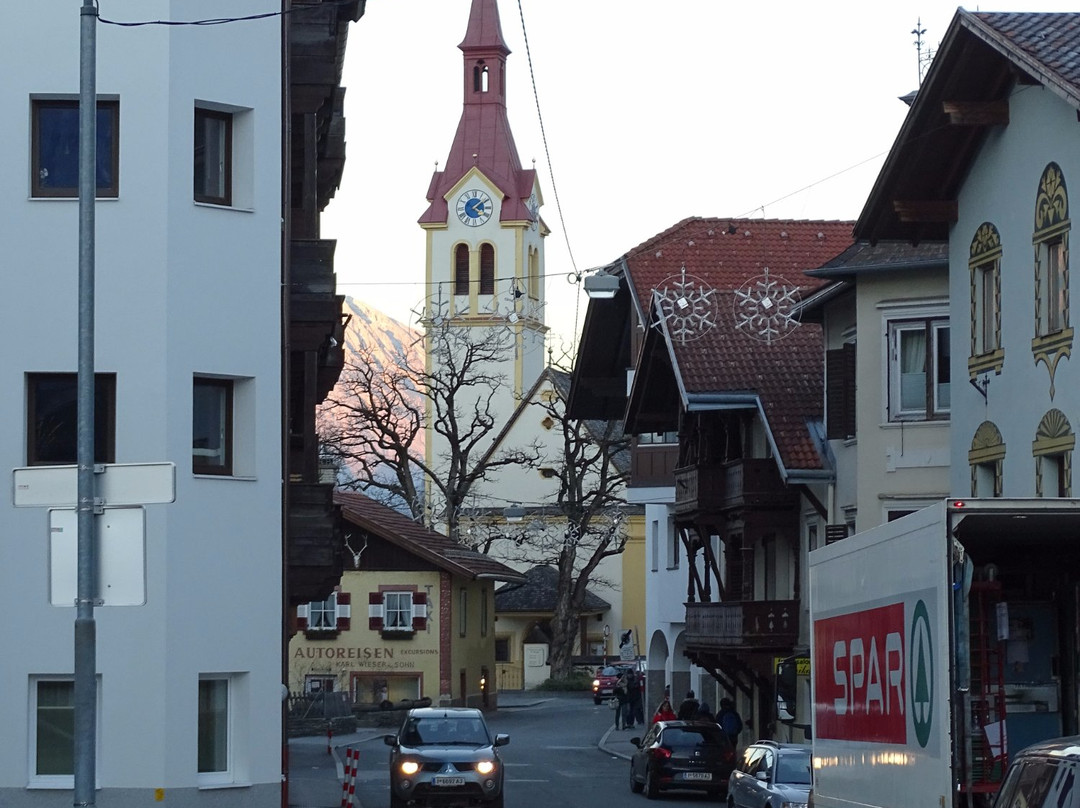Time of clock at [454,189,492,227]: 4:08
